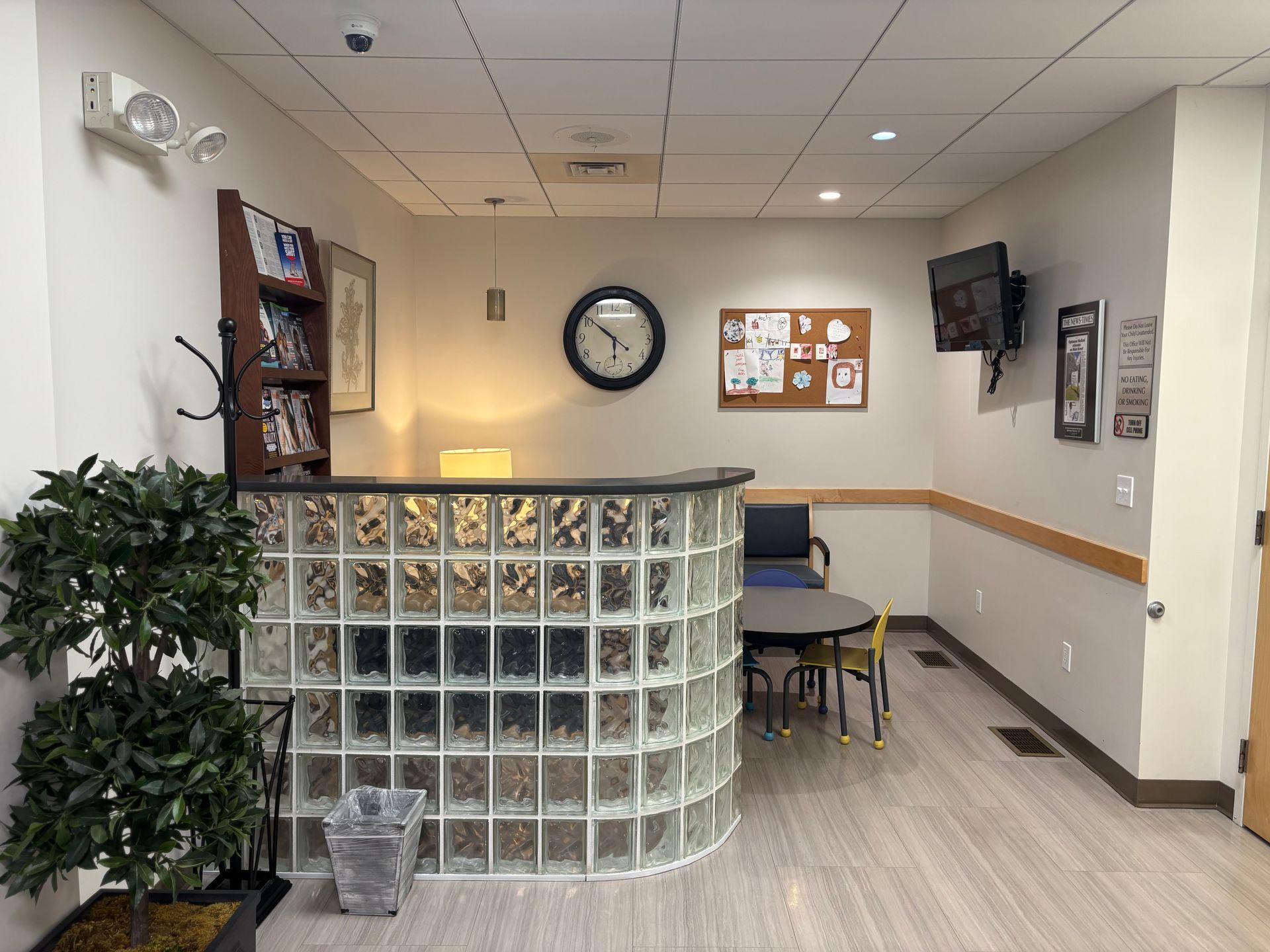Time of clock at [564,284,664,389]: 5:51
